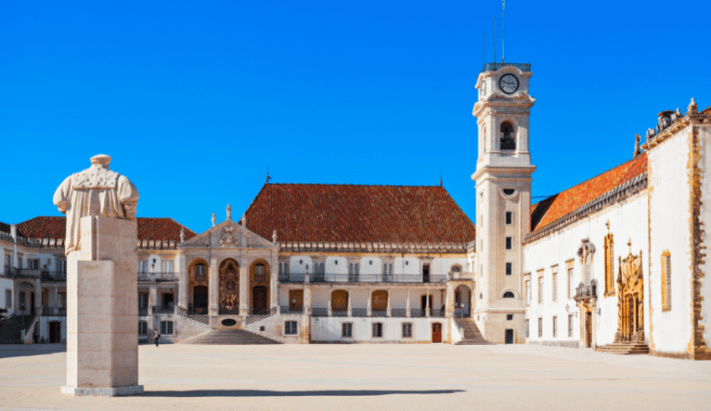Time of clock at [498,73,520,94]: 2:48
